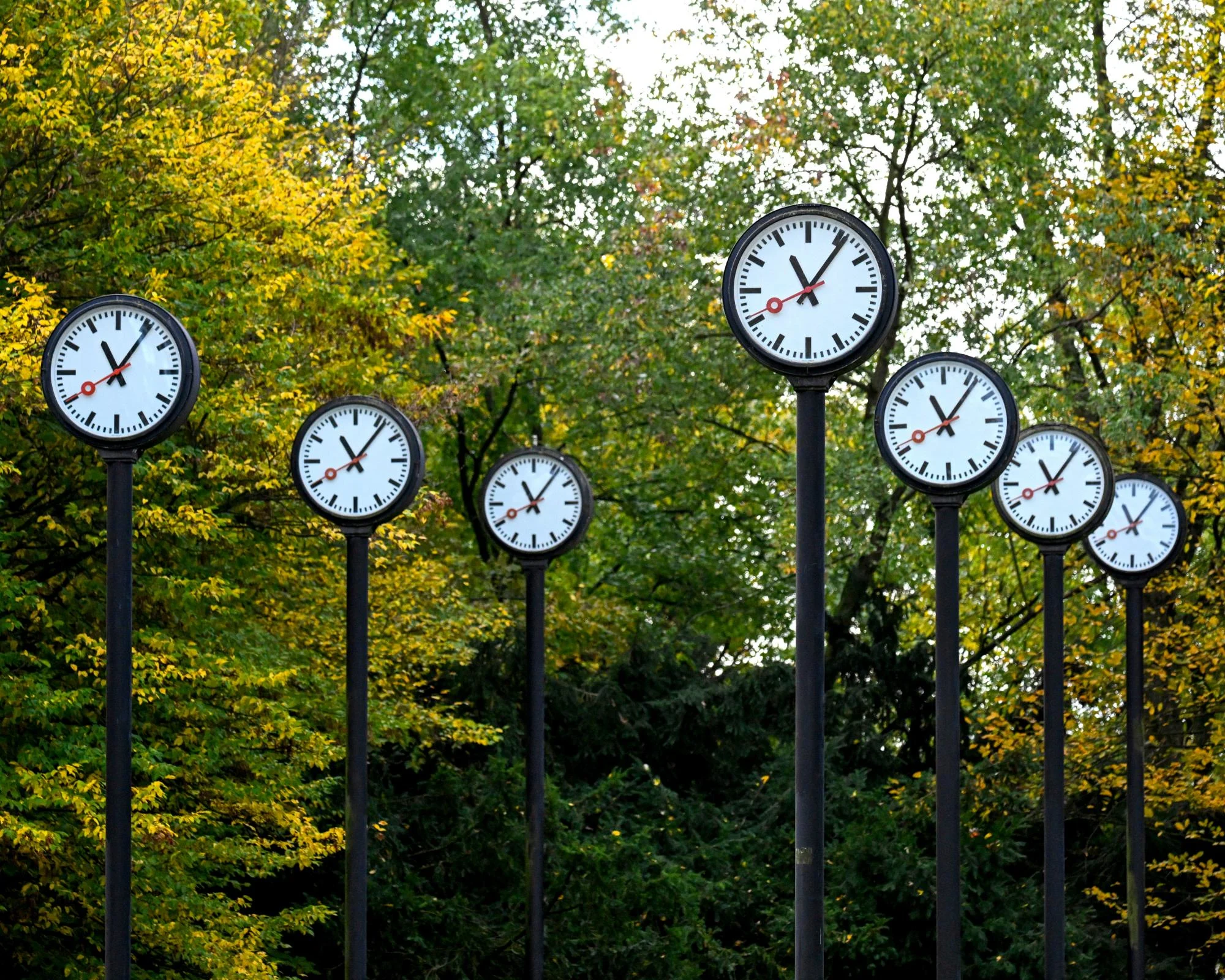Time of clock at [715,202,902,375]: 11:06
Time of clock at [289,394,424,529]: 11:06
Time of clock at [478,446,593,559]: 11:06
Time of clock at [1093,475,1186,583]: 11:06
